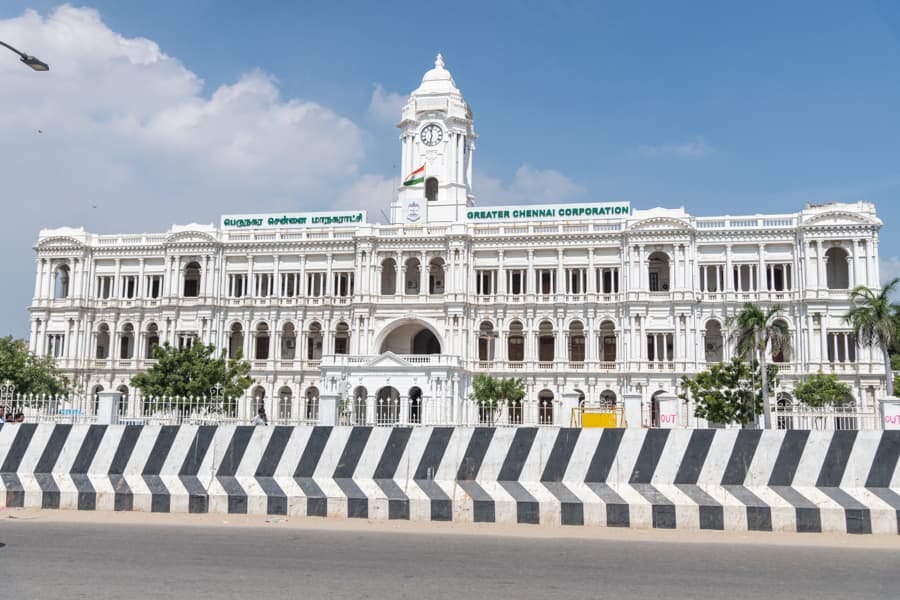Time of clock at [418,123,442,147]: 11:32
